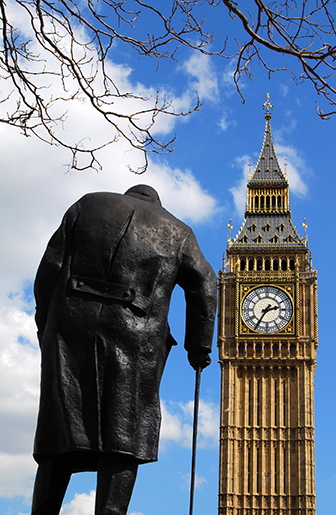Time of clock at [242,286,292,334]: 2:35
